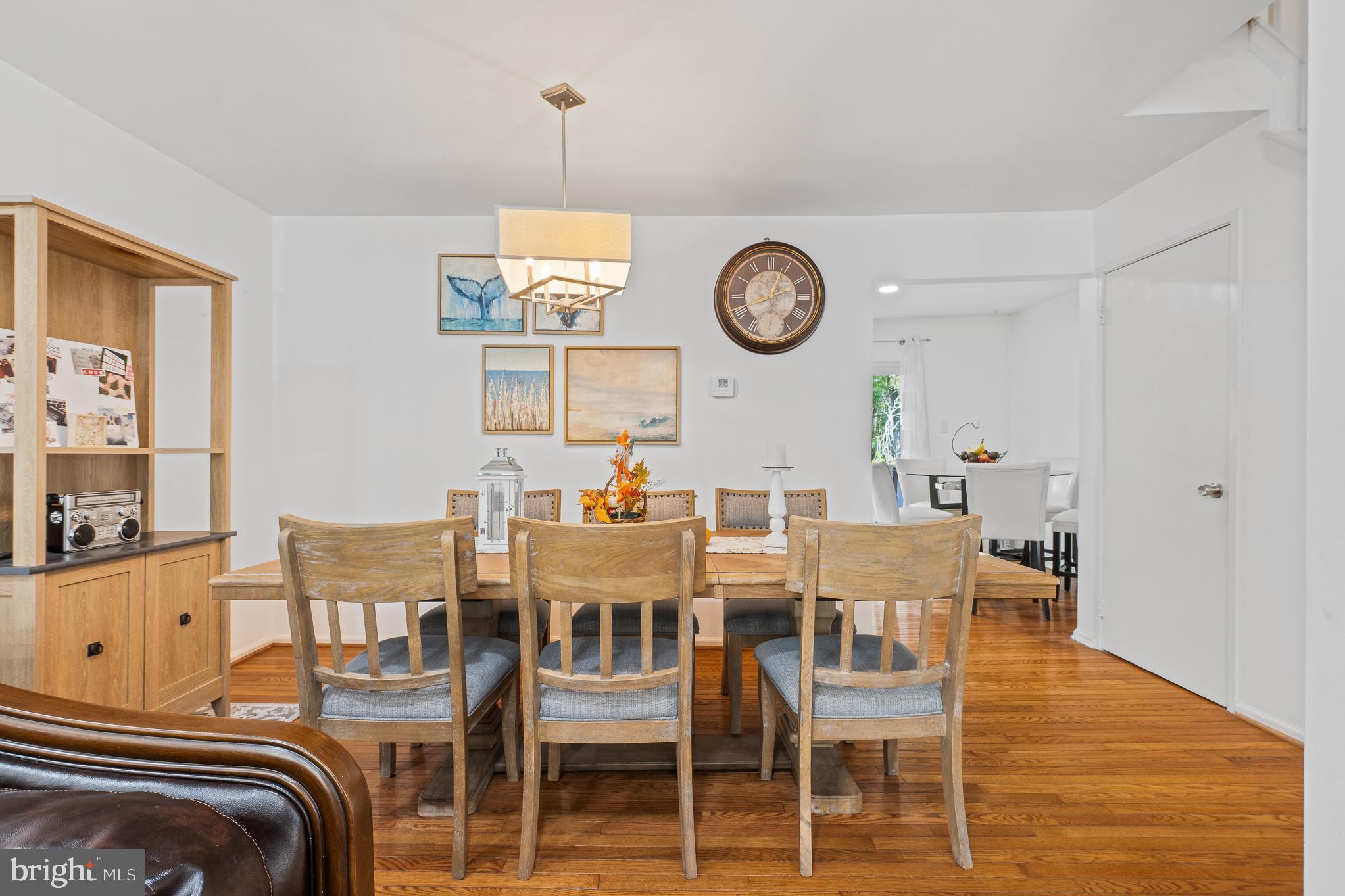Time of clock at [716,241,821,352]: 12:41
